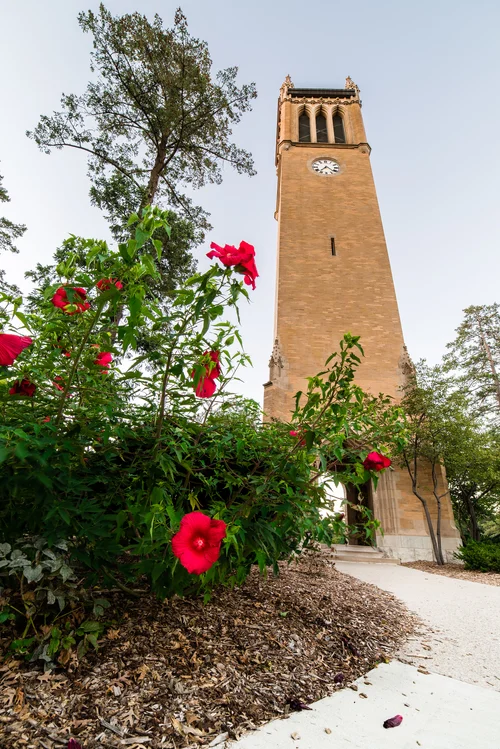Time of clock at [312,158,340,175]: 7:21
